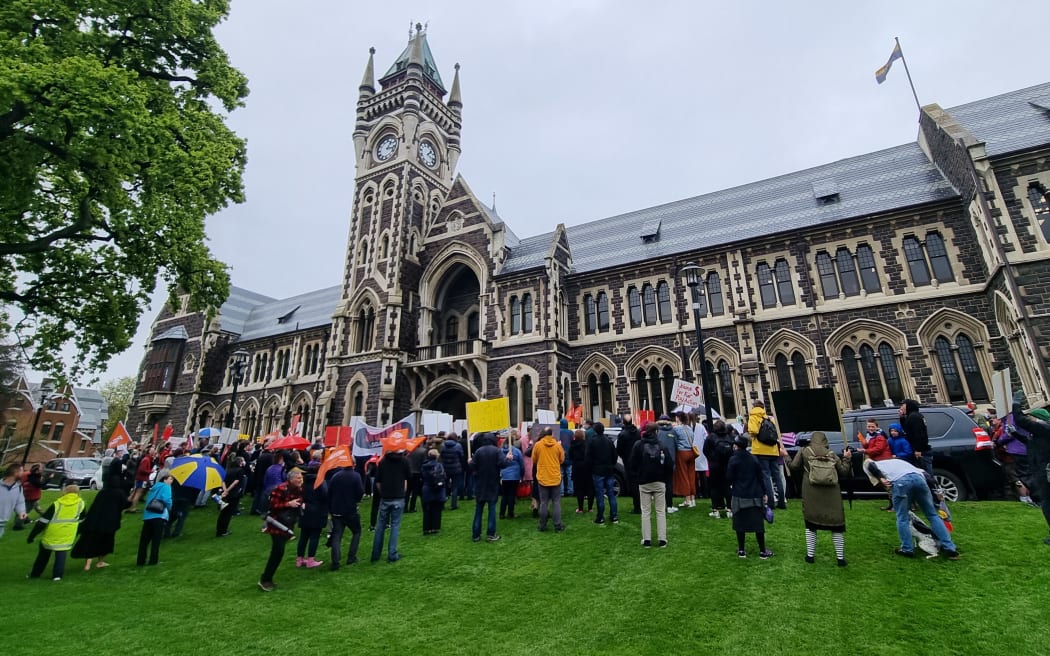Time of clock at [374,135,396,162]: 1:16
